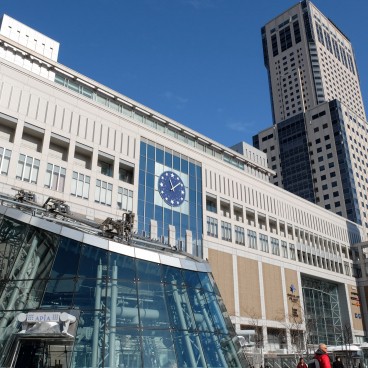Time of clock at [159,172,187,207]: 11:08
